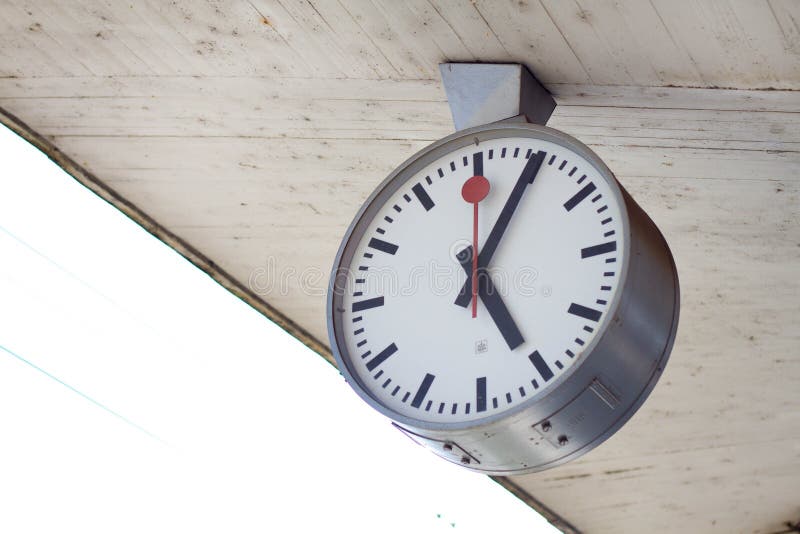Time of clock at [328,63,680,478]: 5:05
